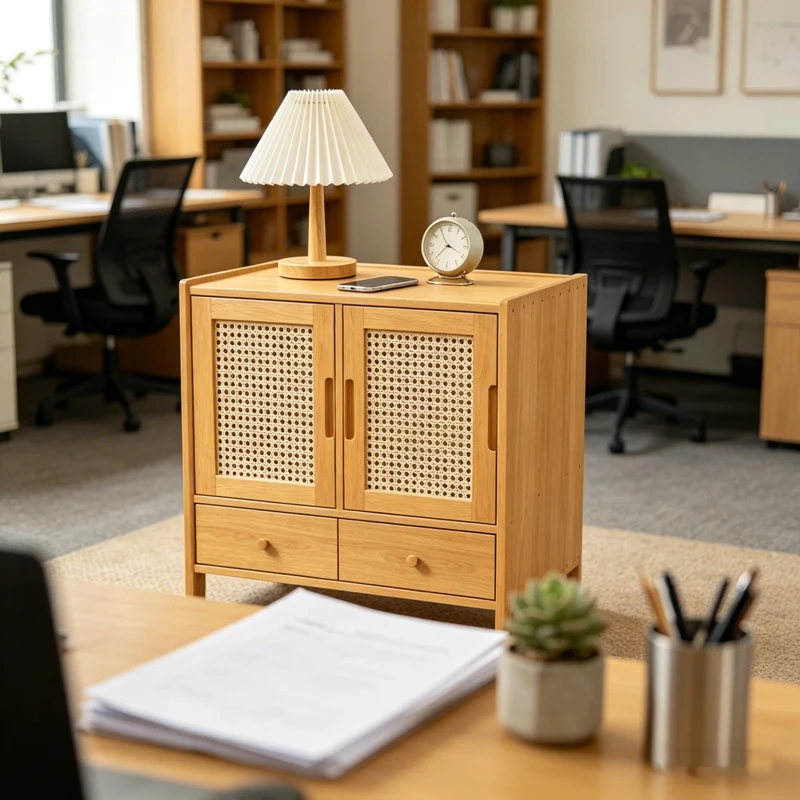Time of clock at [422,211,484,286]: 3:54
